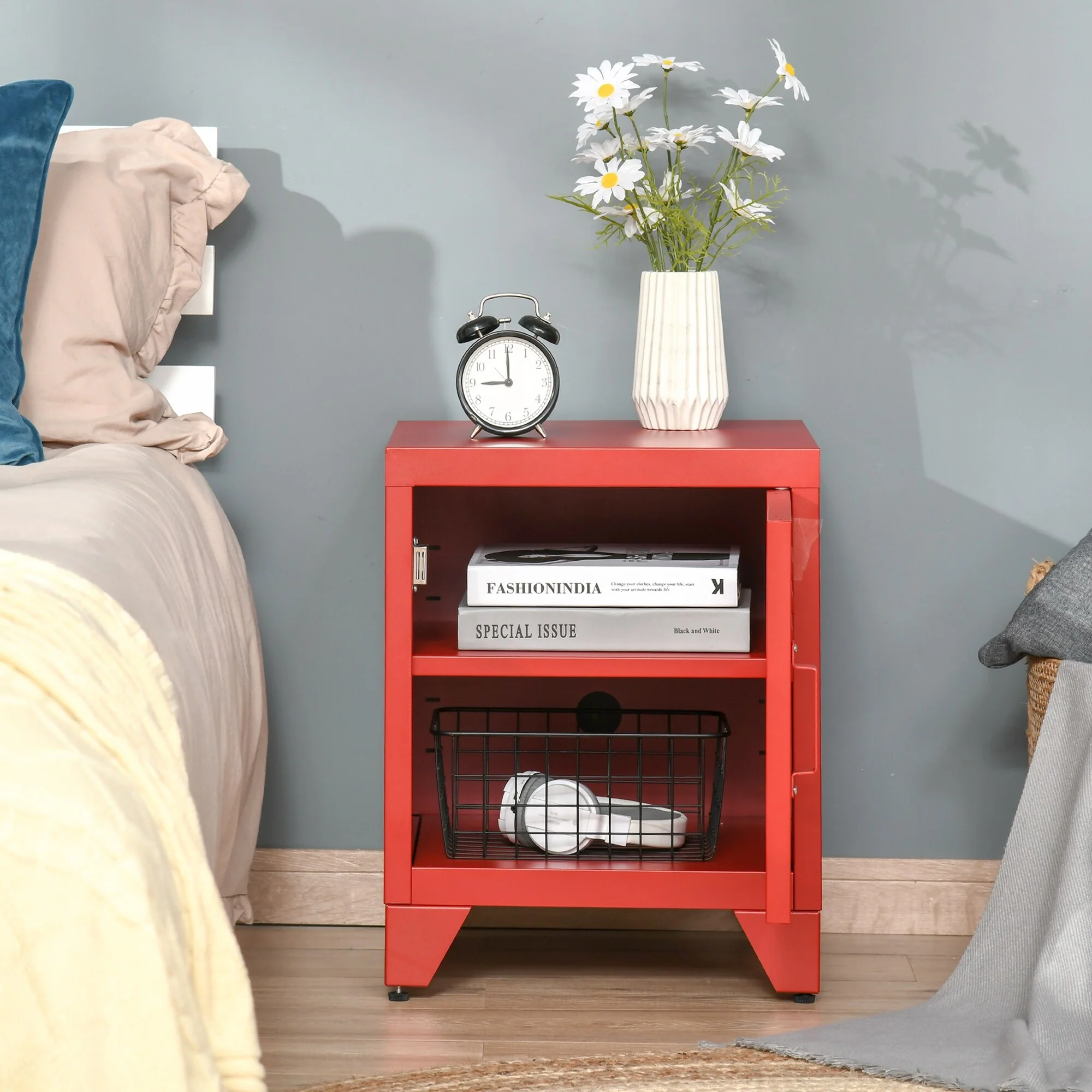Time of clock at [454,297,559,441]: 8:59
